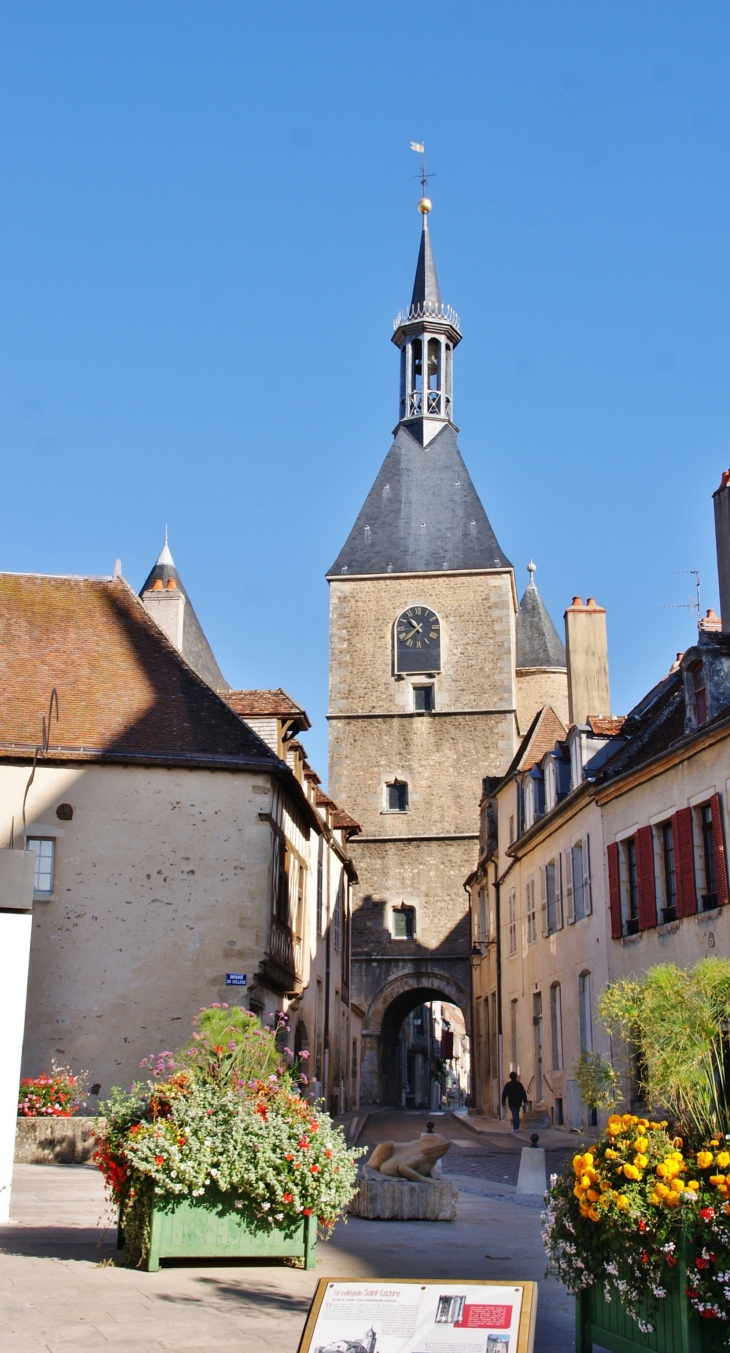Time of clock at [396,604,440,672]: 10:37
